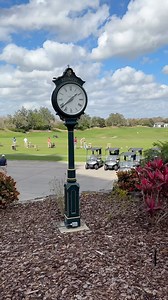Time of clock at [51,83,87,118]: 1:38
